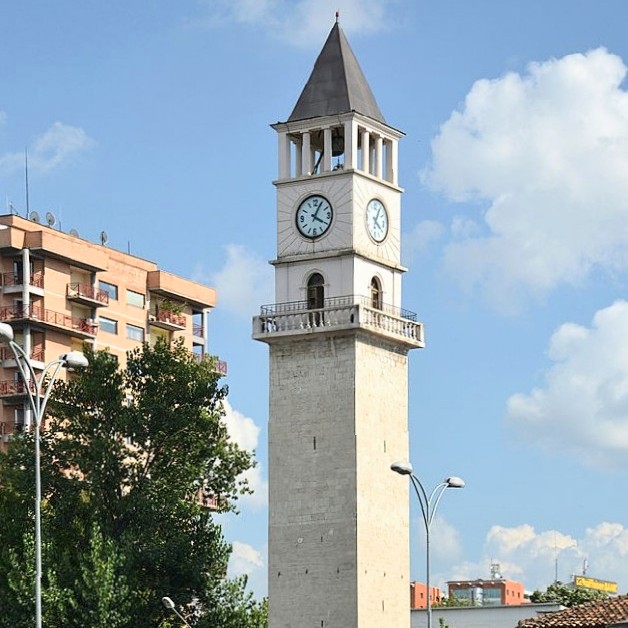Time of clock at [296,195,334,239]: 4:04
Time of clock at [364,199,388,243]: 4:04
